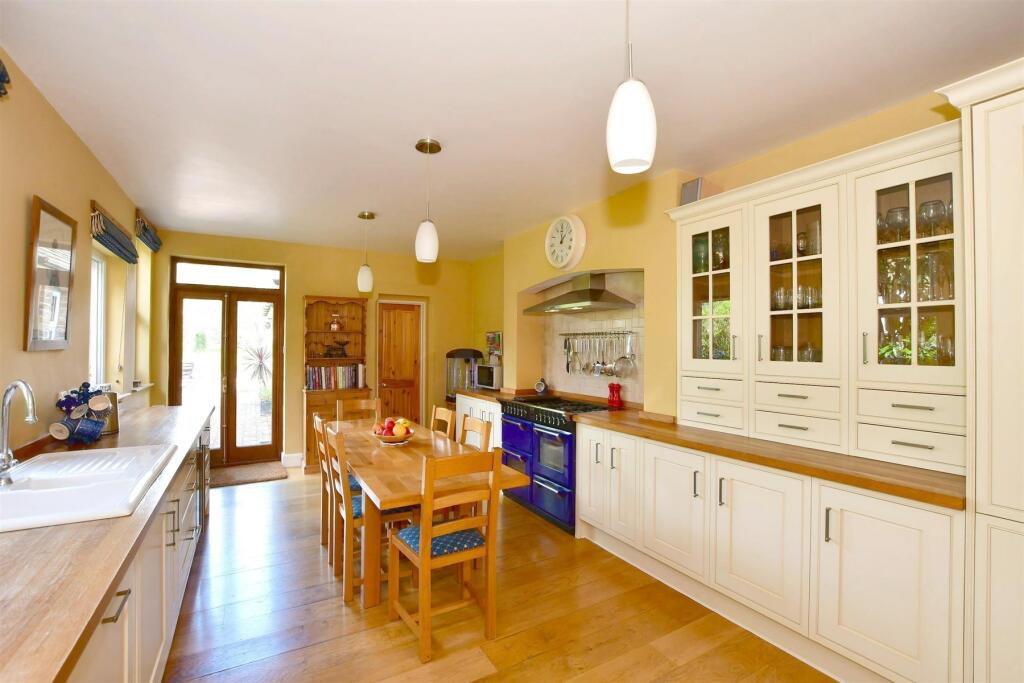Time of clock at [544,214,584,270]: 12:07
